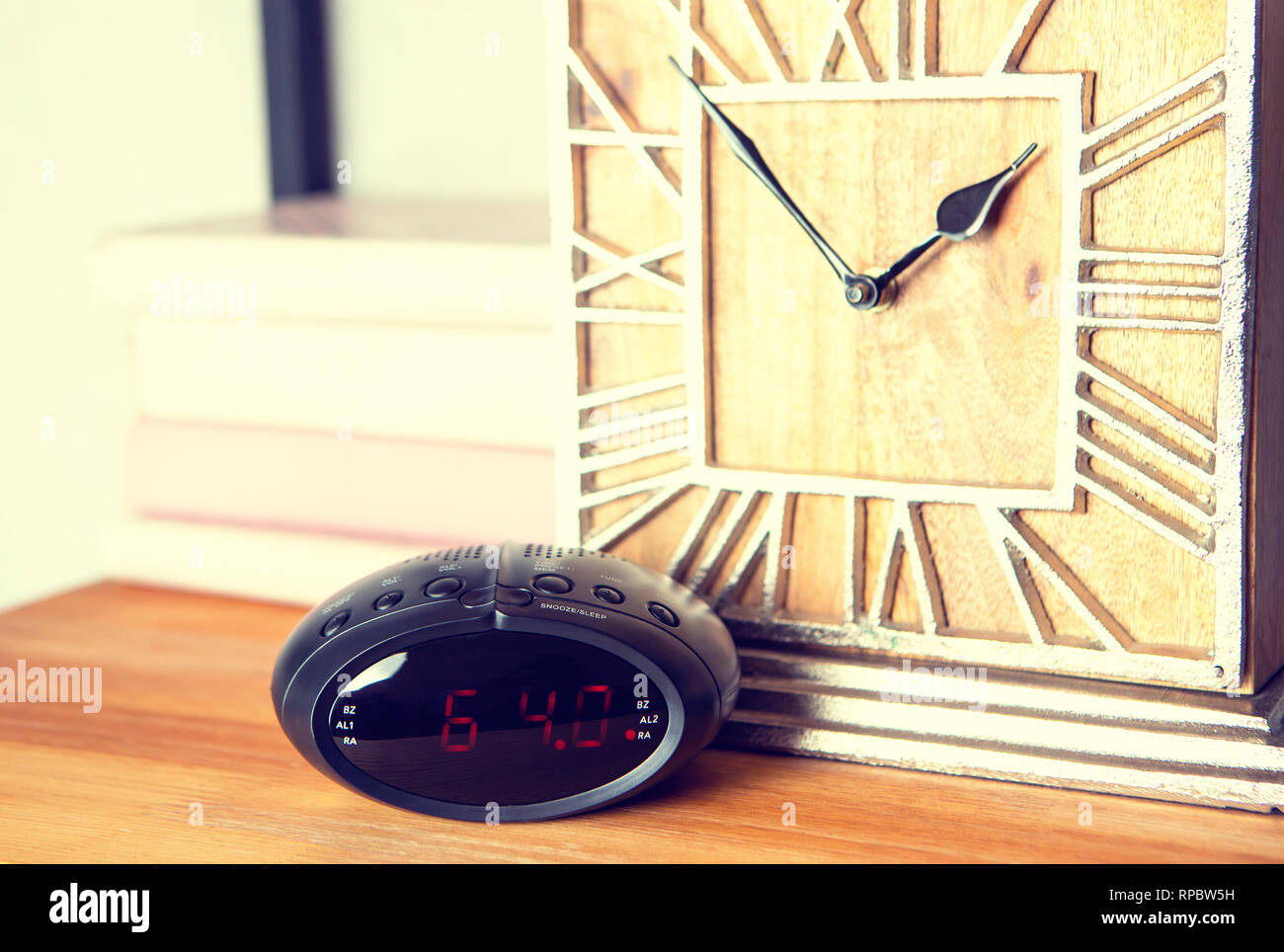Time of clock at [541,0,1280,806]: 1:52
